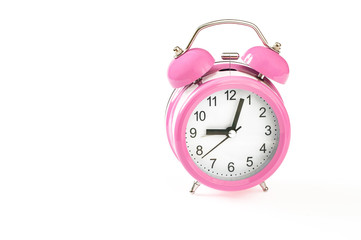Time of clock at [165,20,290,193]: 9:03
